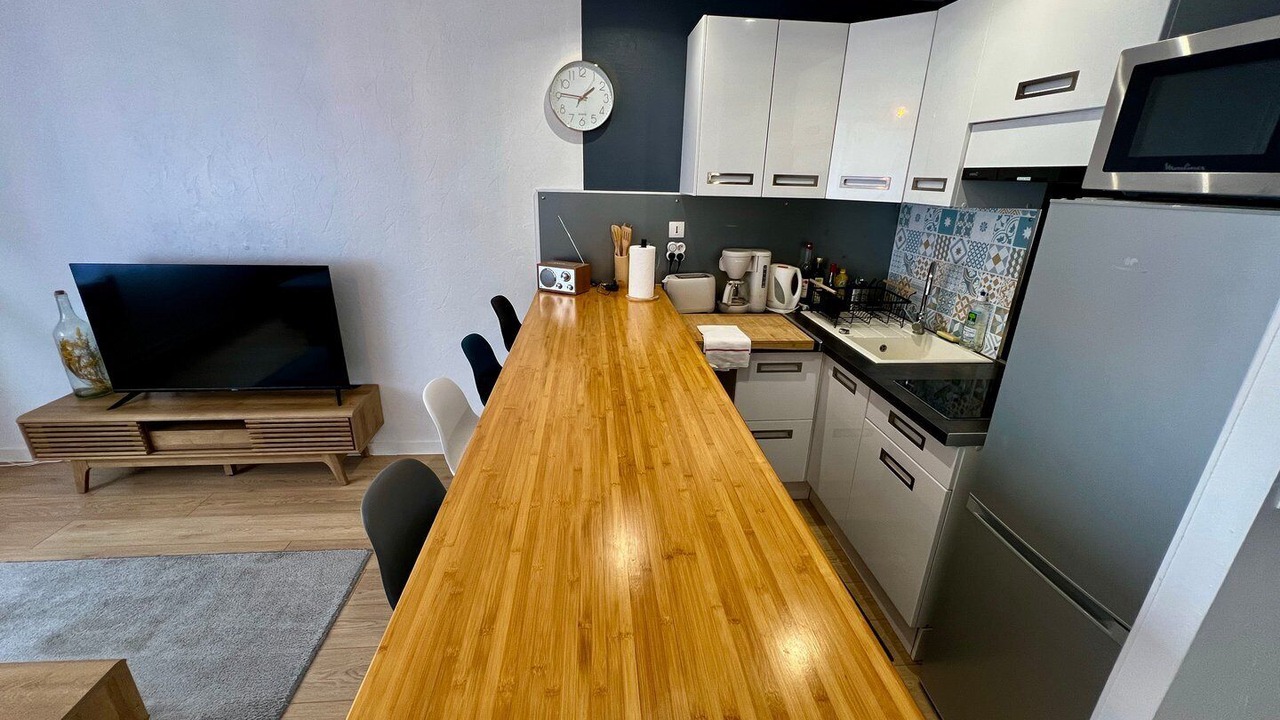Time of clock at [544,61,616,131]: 1:46
